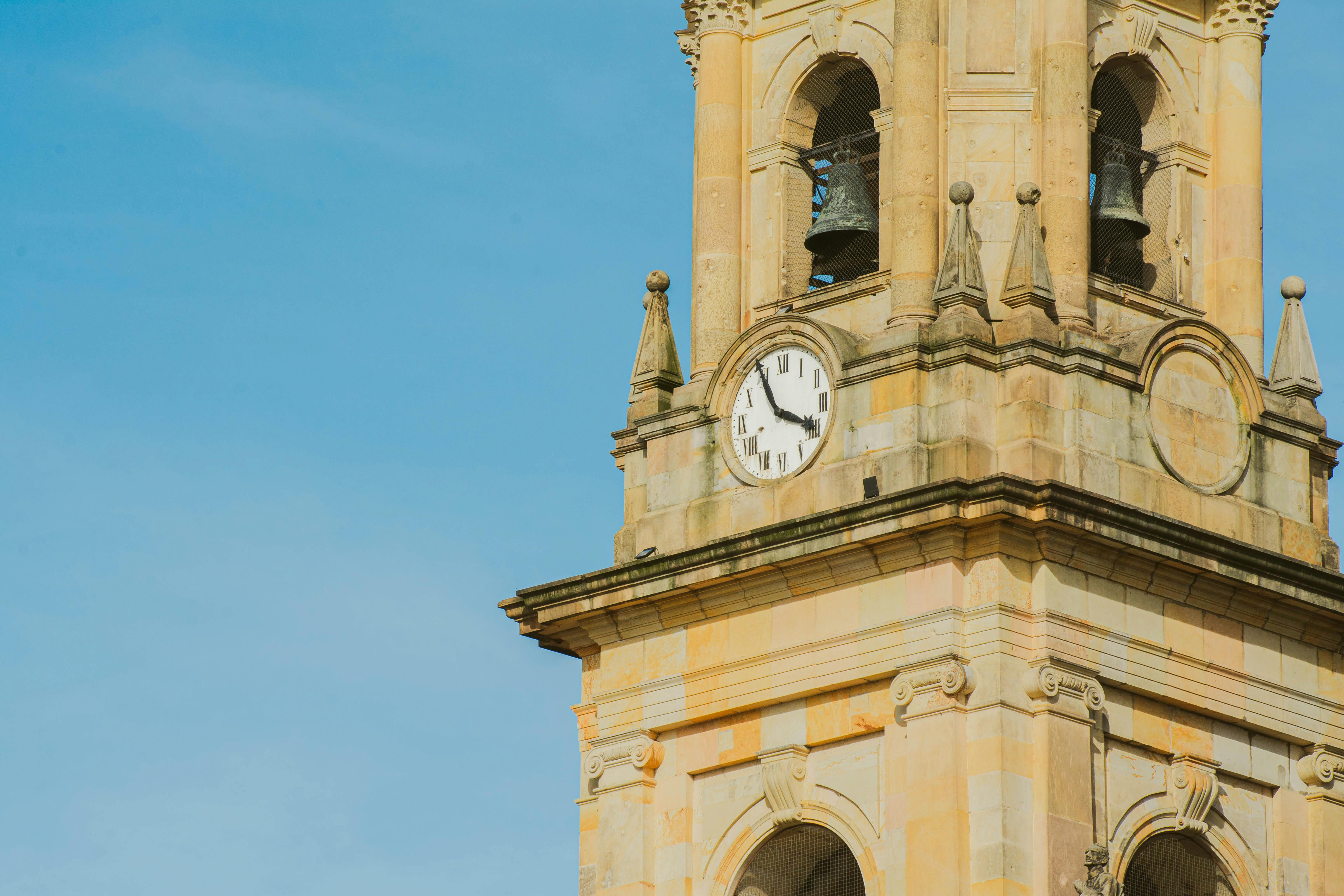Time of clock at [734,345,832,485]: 3:54
